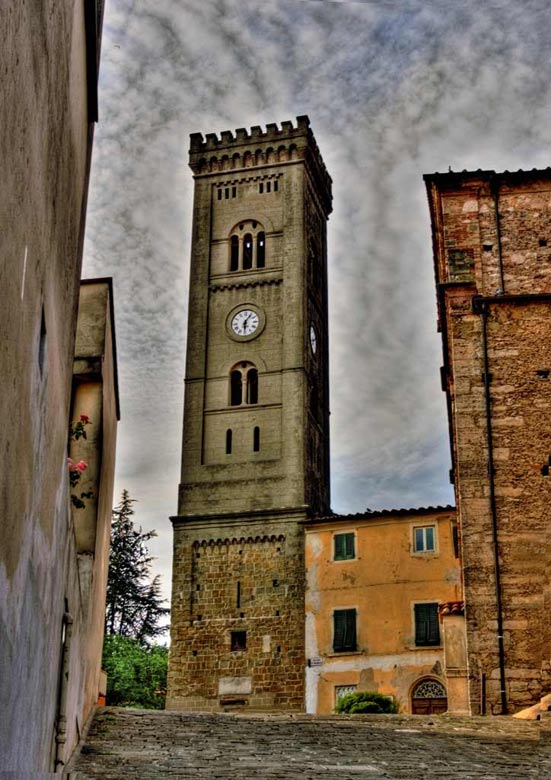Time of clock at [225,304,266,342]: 6:06
